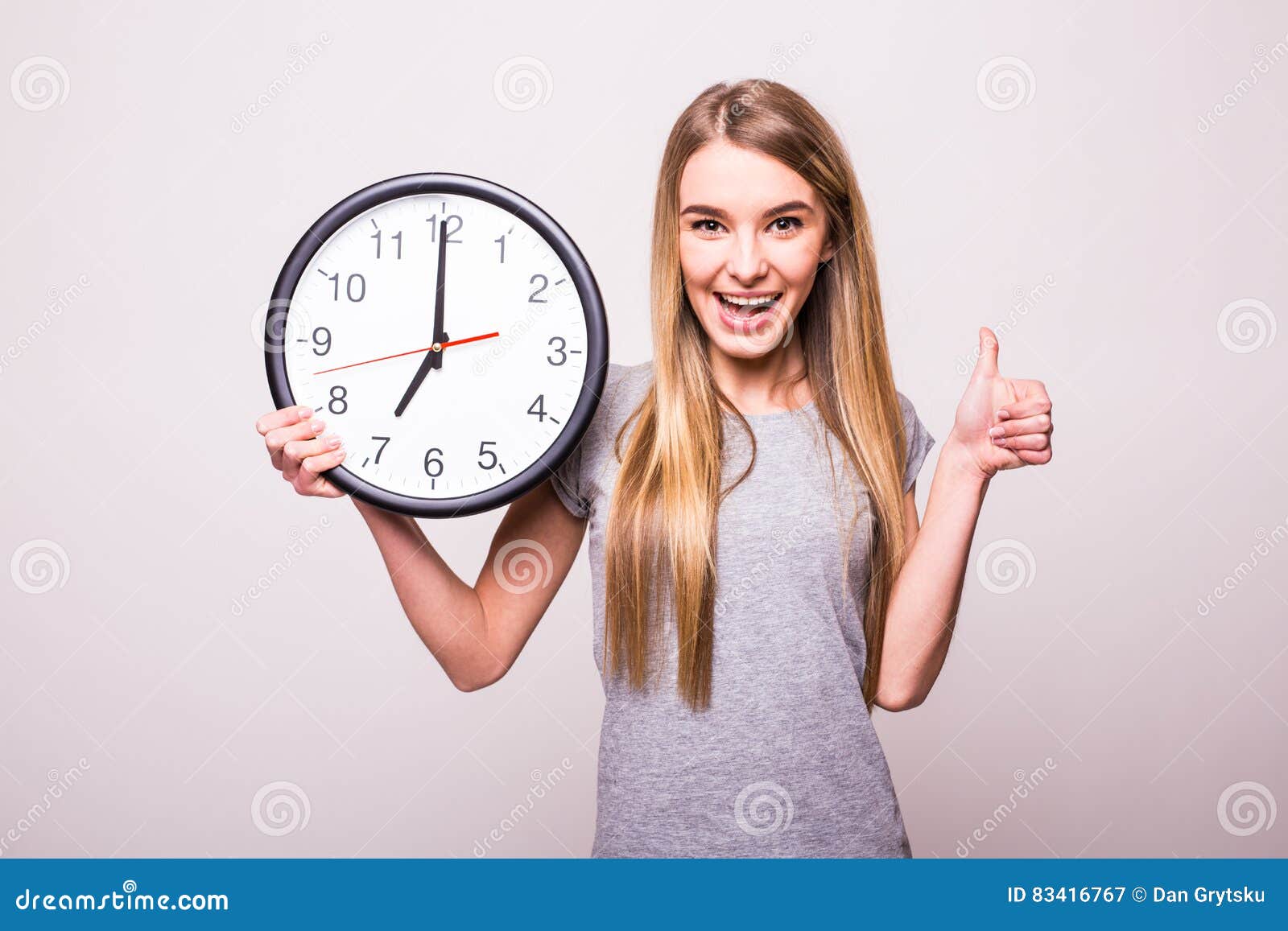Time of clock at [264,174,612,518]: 7:00
